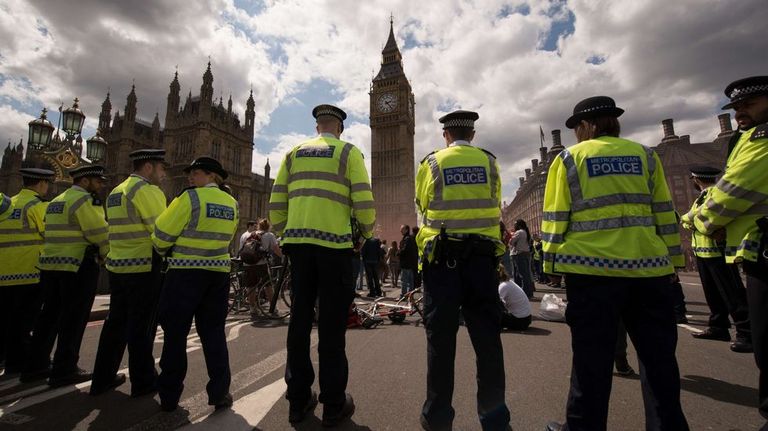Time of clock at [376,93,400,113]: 2:23
